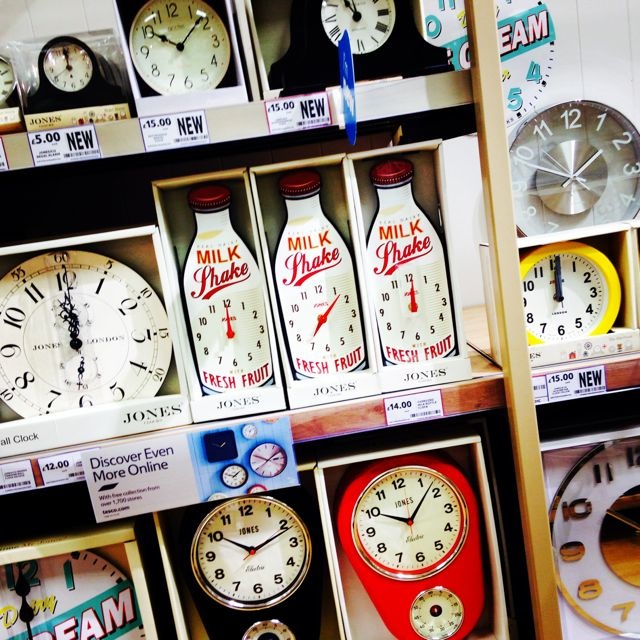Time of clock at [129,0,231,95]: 10:08
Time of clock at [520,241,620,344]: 12:00
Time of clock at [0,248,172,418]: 11:59
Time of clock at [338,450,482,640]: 10:07
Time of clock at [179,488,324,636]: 10:11
